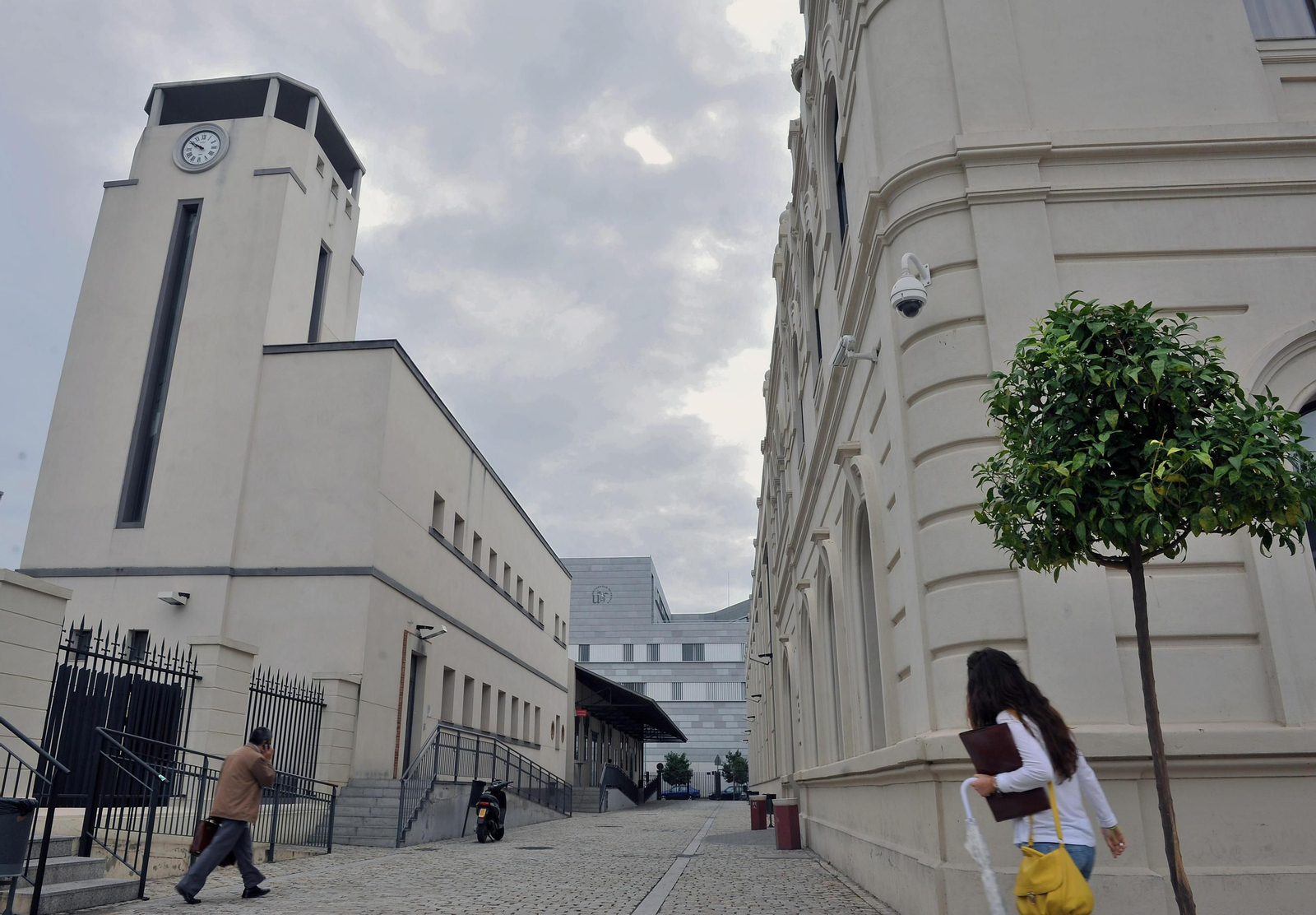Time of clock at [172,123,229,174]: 9:50
